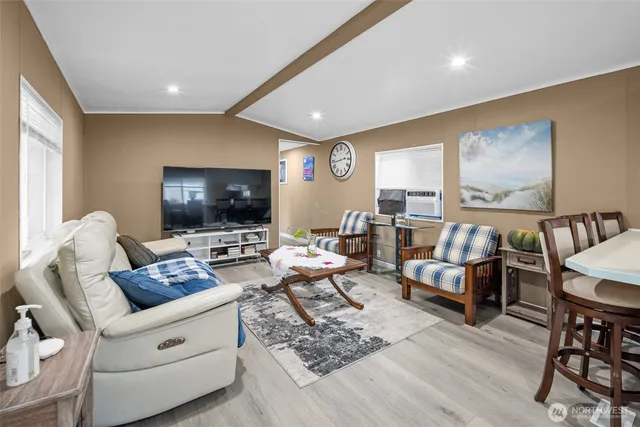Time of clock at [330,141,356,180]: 2:43
